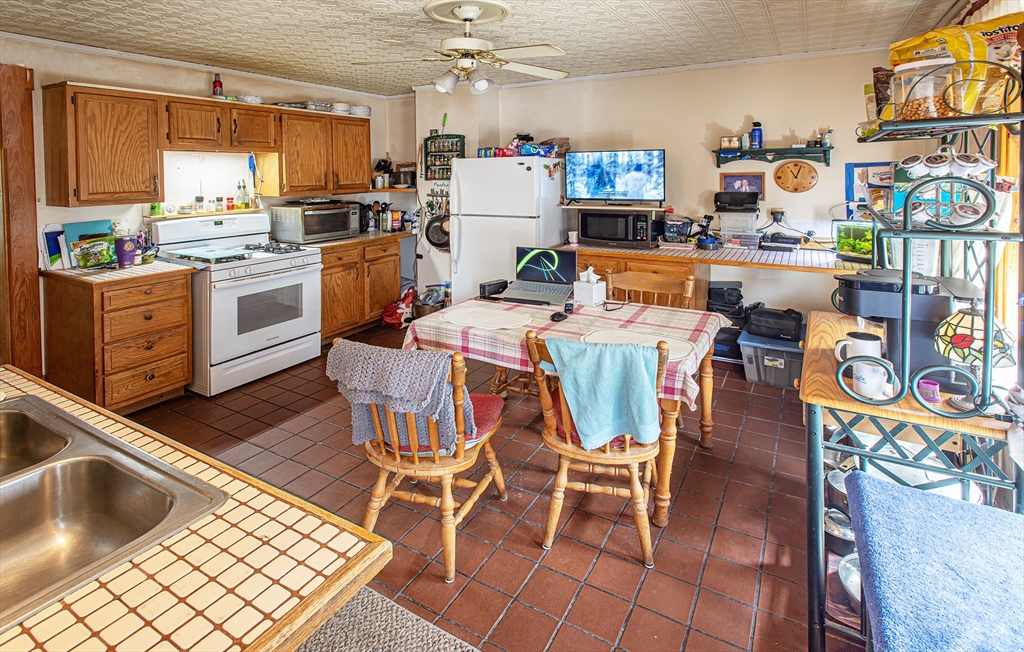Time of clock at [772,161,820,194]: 11:03
